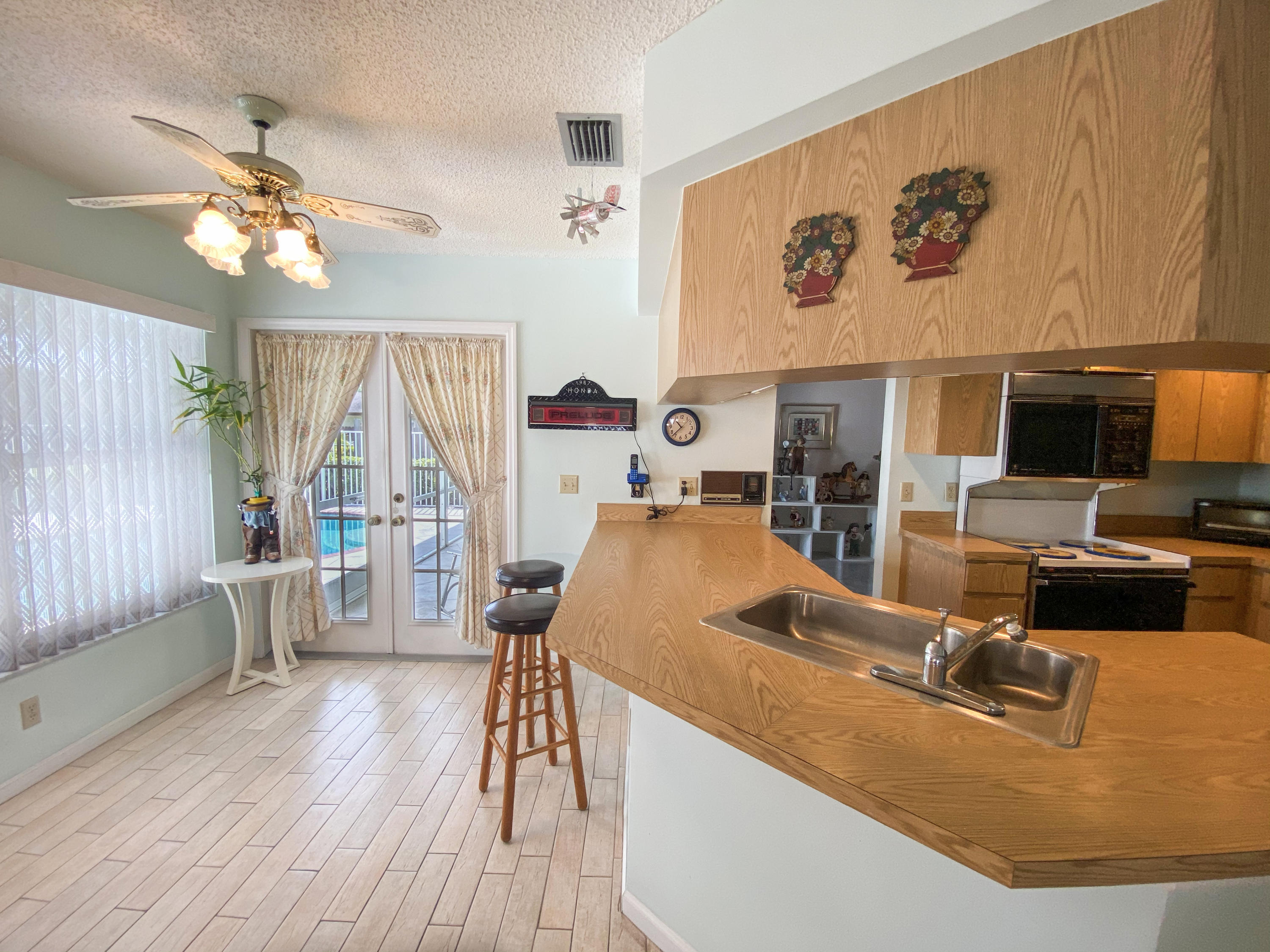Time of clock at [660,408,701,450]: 10:37
